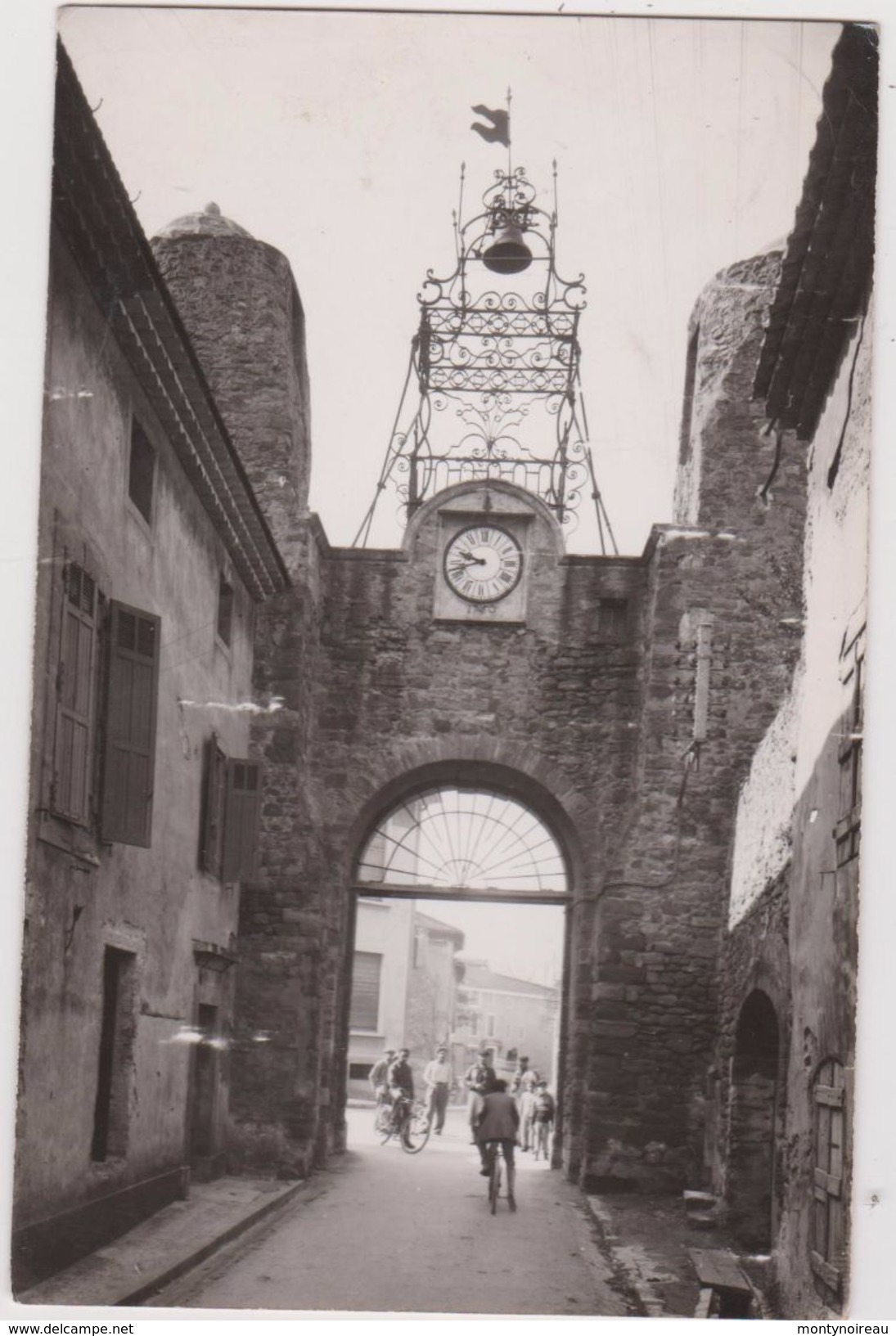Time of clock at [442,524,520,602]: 9:42
